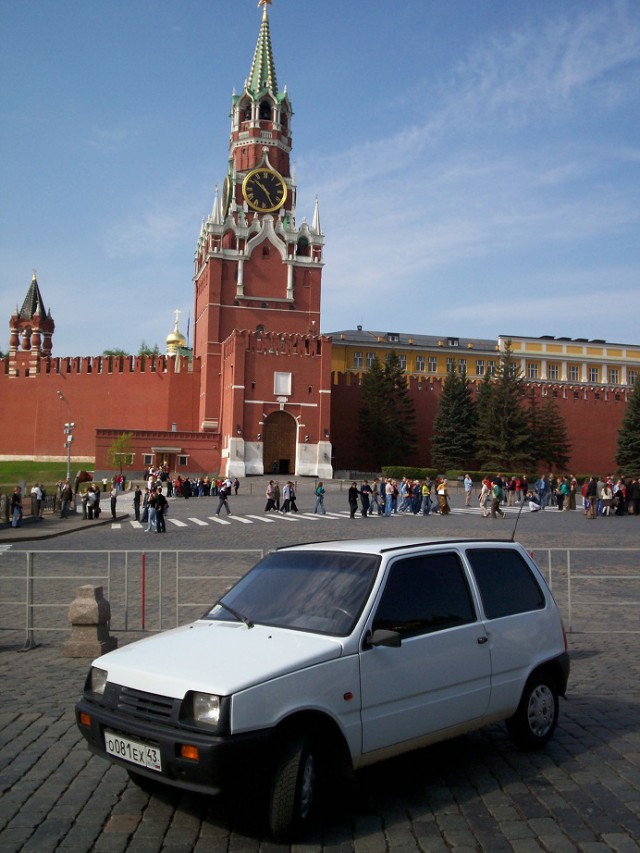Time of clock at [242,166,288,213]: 10:25
